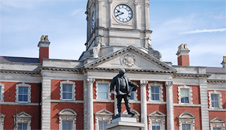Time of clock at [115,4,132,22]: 9:41
